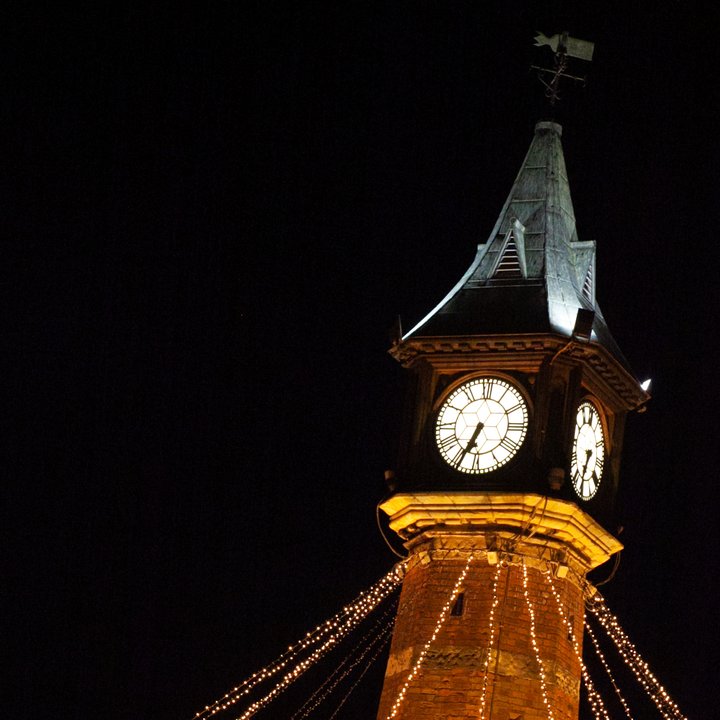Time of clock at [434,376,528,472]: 6:34
